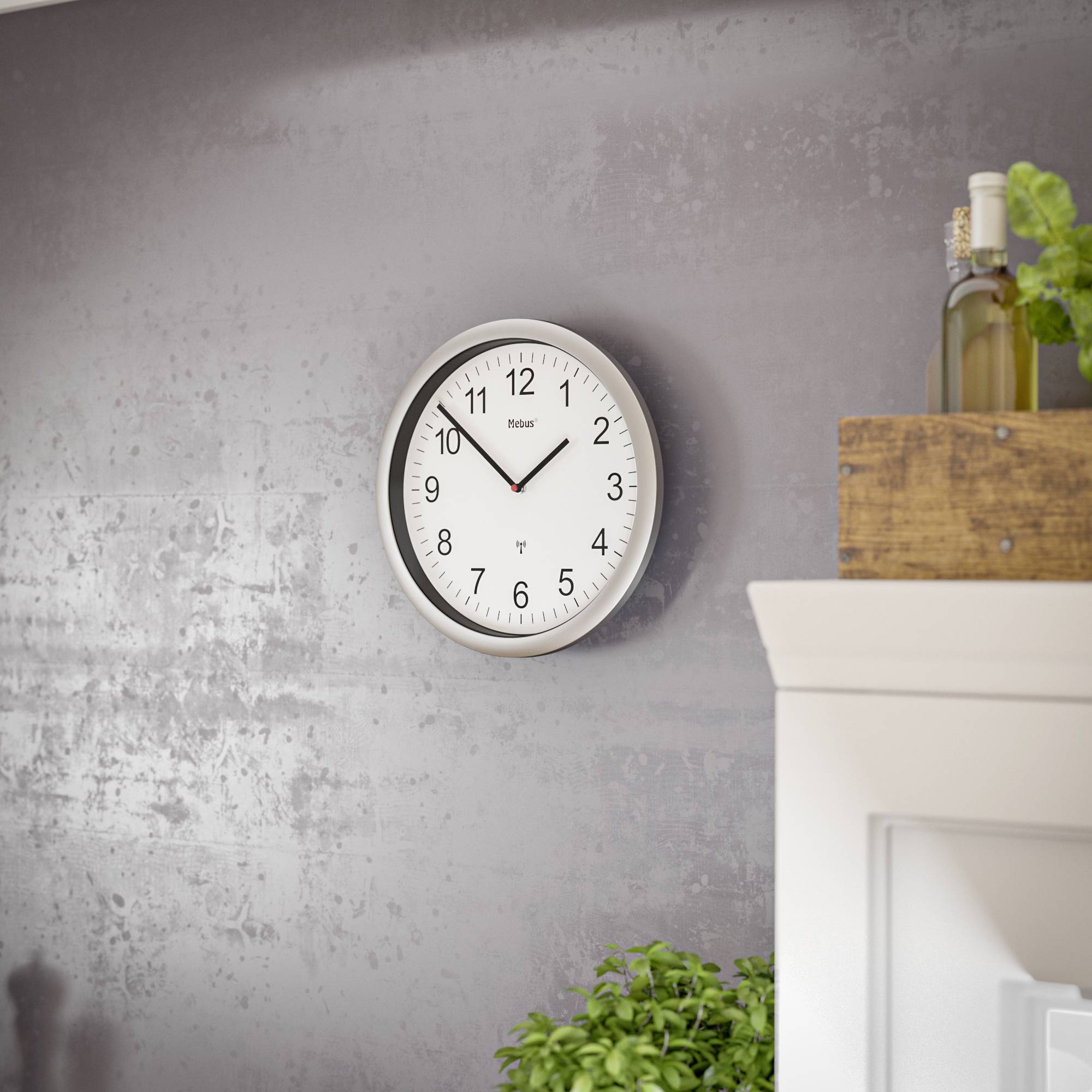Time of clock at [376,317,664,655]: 1:51
